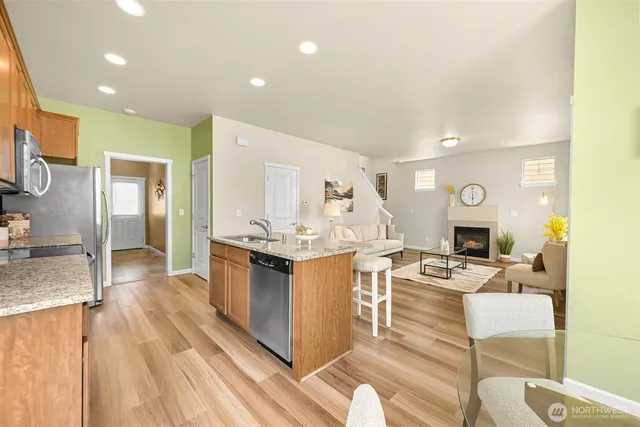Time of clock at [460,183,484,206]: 5:59
